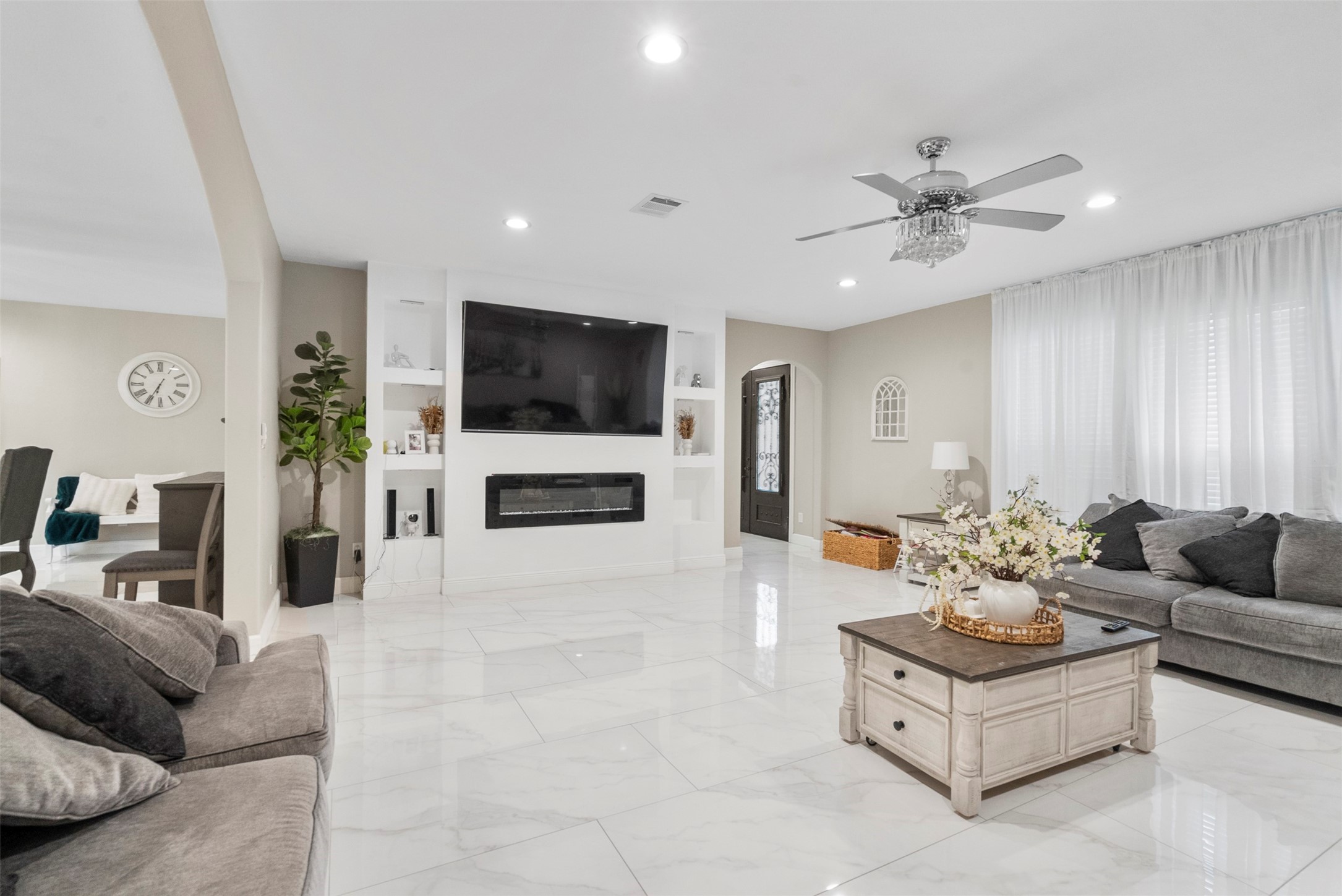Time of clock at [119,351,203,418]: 6:34
